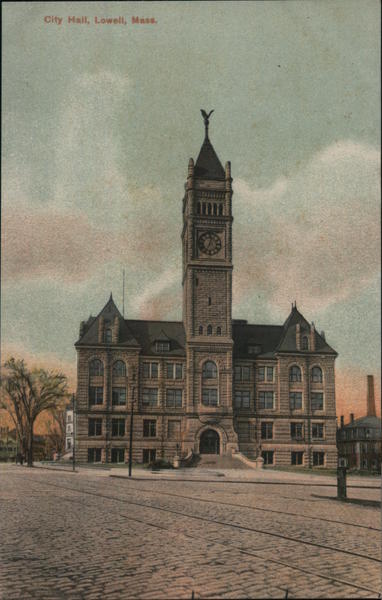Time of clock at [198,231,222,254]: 7:02
